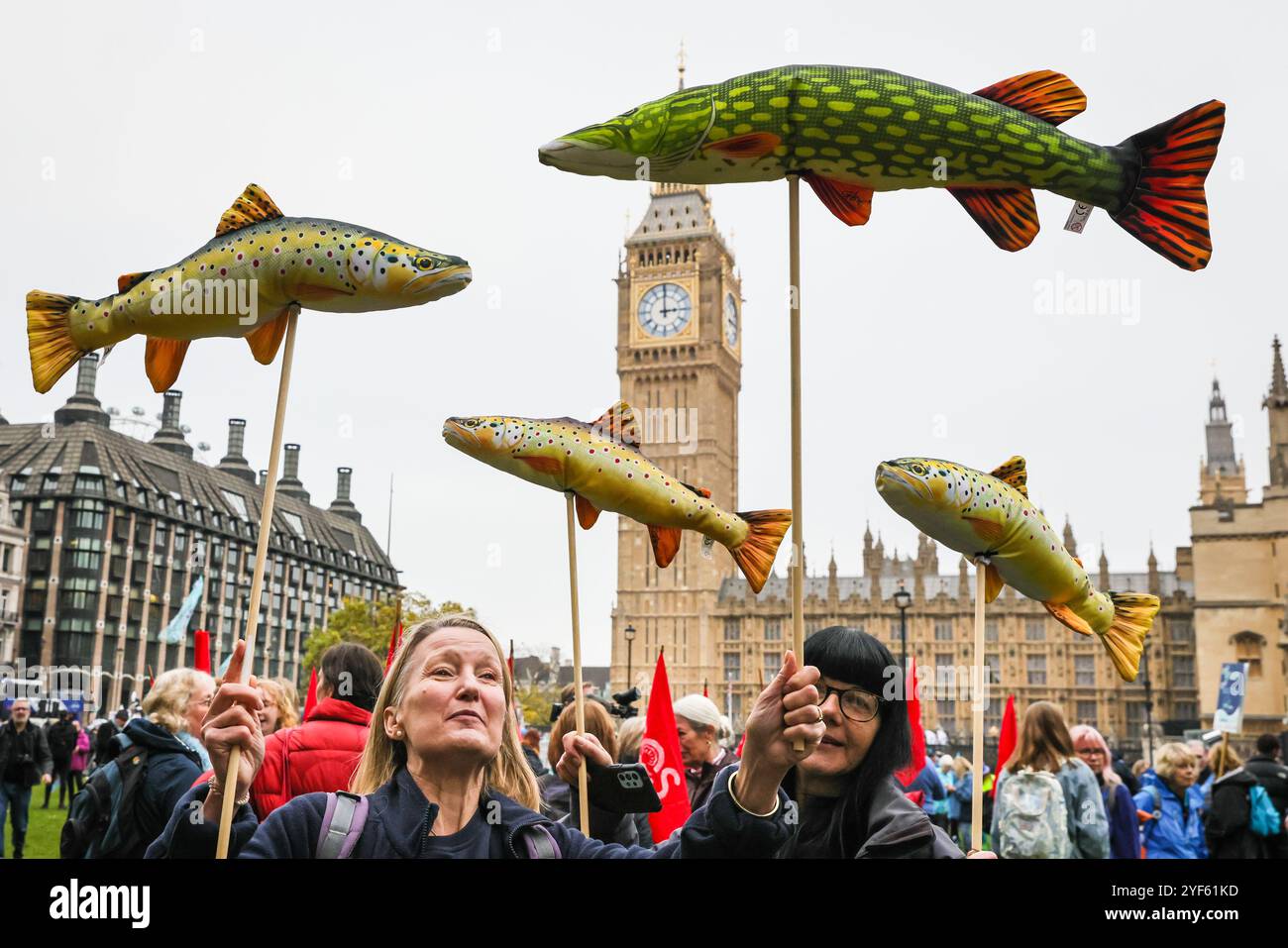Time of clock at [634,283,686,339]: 2:59
